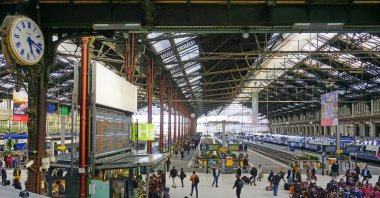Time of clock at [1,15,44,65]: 5:17
